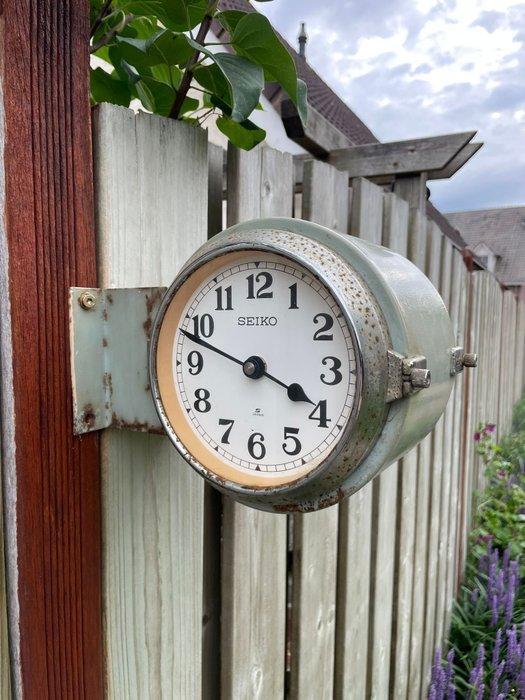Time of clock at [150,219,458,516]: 3:48
